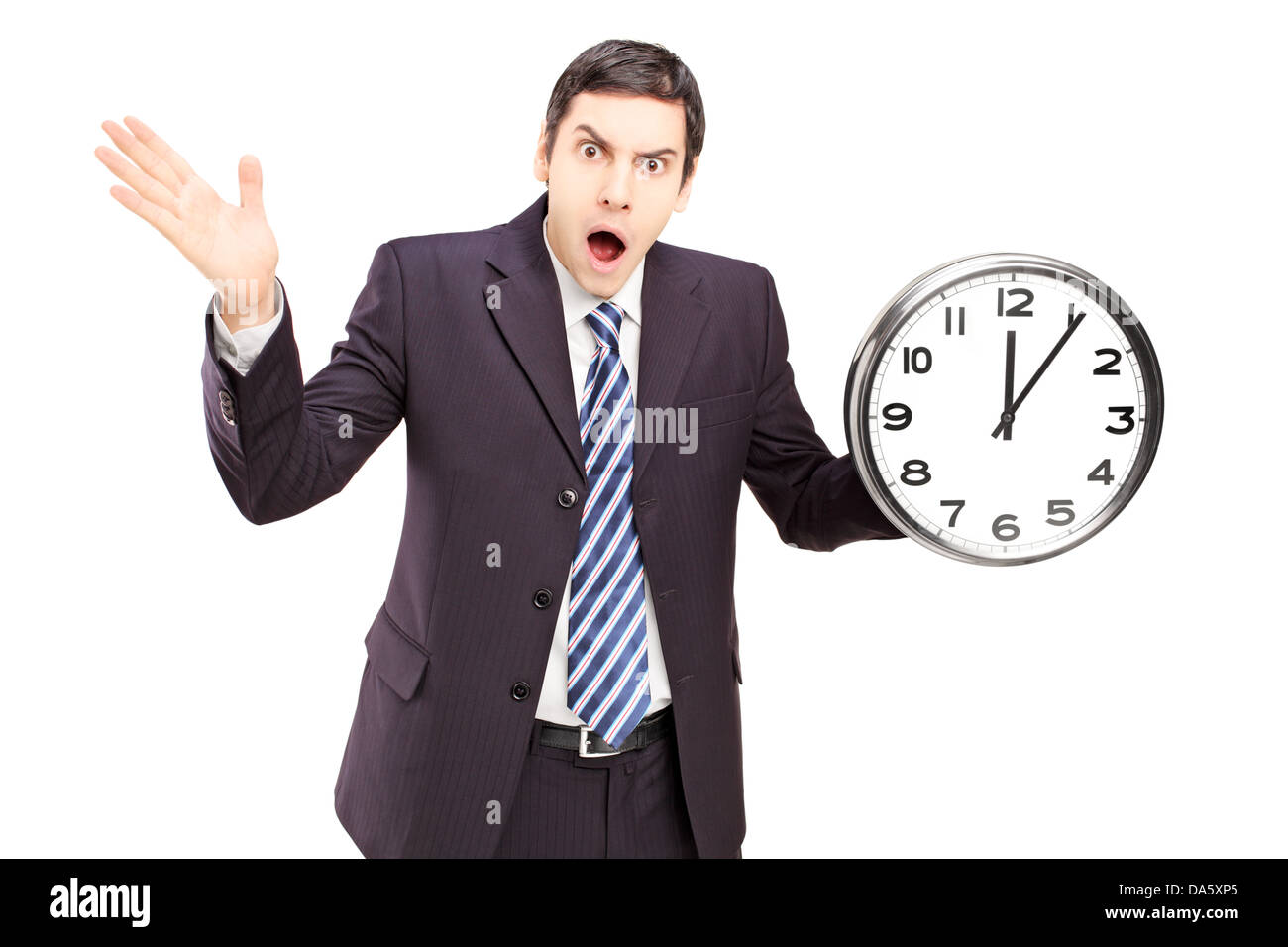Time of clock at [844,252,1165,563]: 12:05
